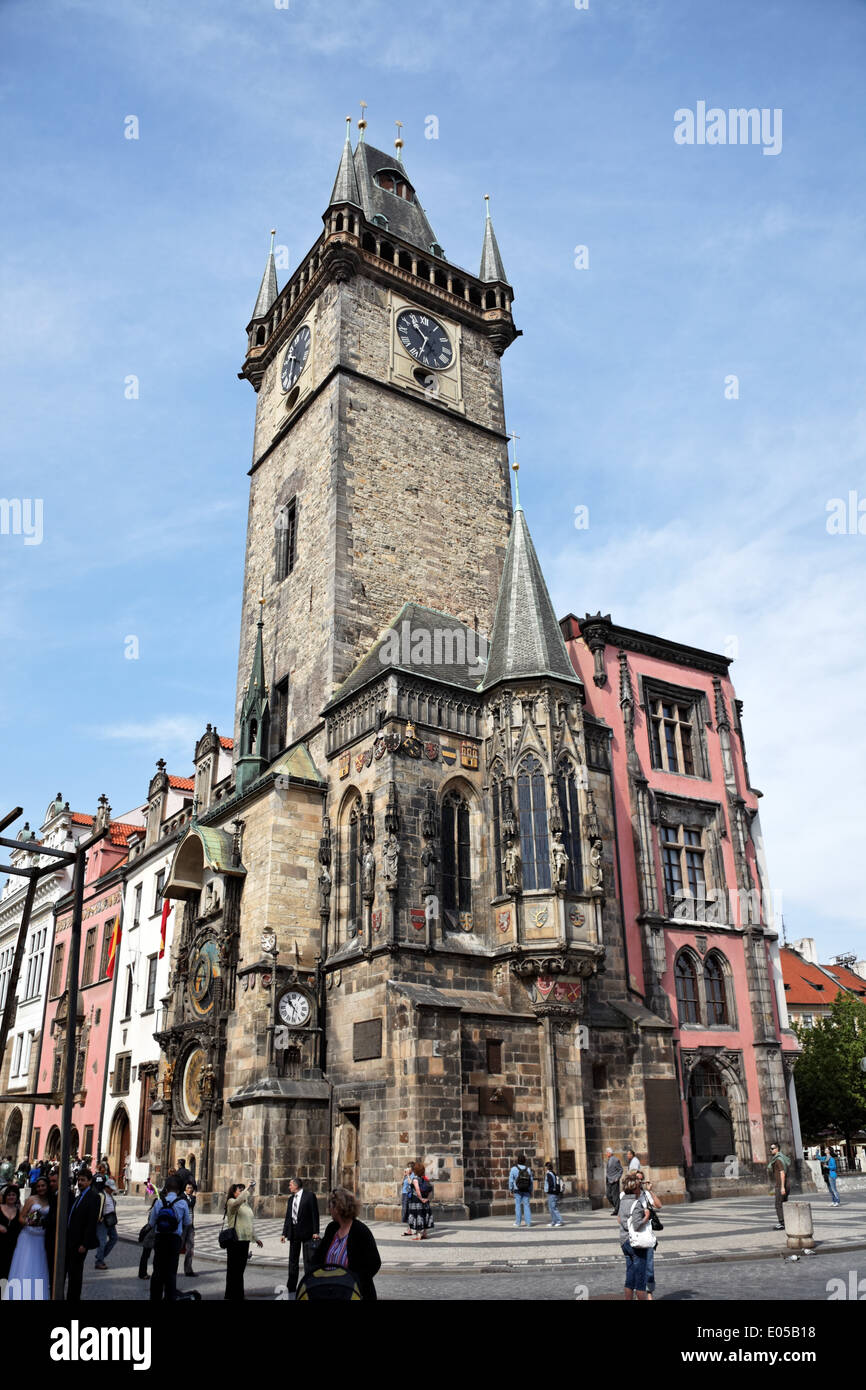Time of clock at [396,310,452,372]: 10:33
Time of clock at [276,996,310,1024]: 10:31
